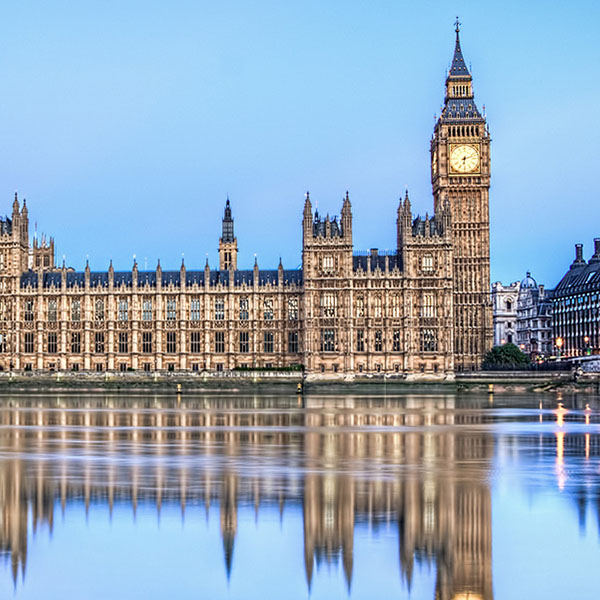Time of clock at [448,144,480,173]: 6:12
